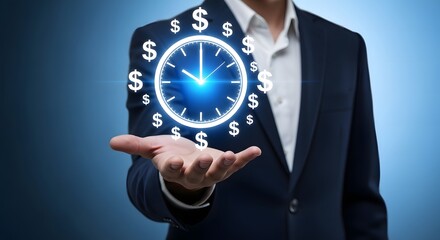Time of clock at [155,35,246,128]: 10:00
